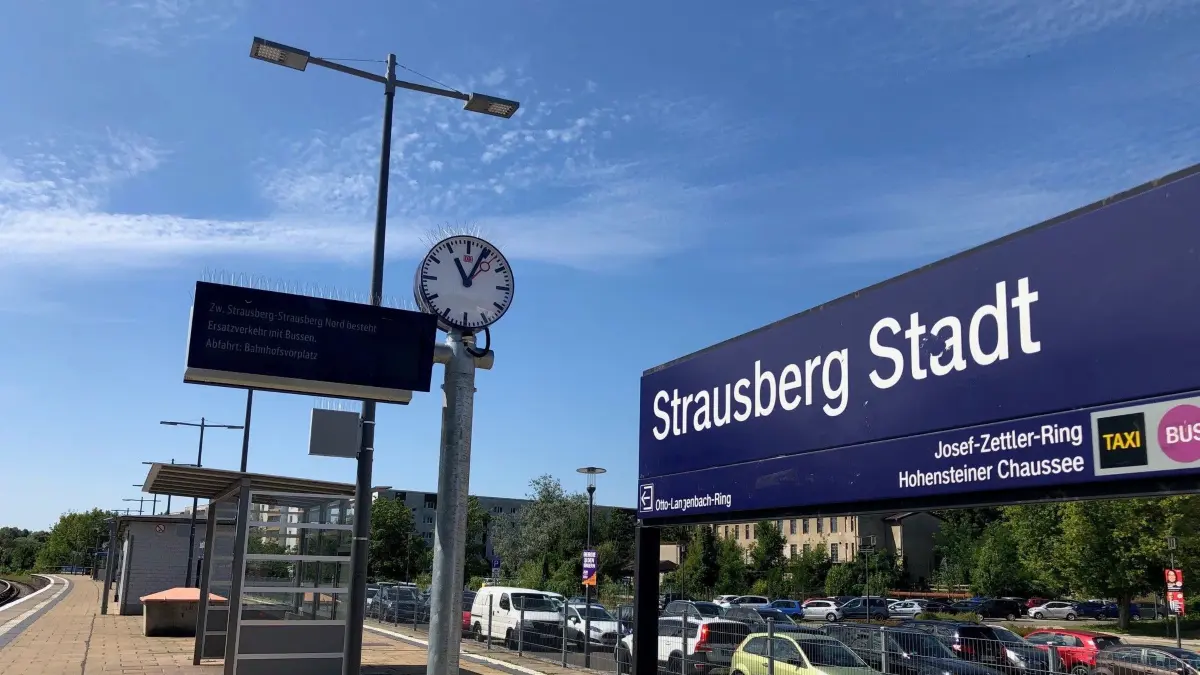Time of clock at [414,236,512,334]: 11:04
